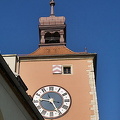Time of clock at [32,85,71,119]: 9:25
